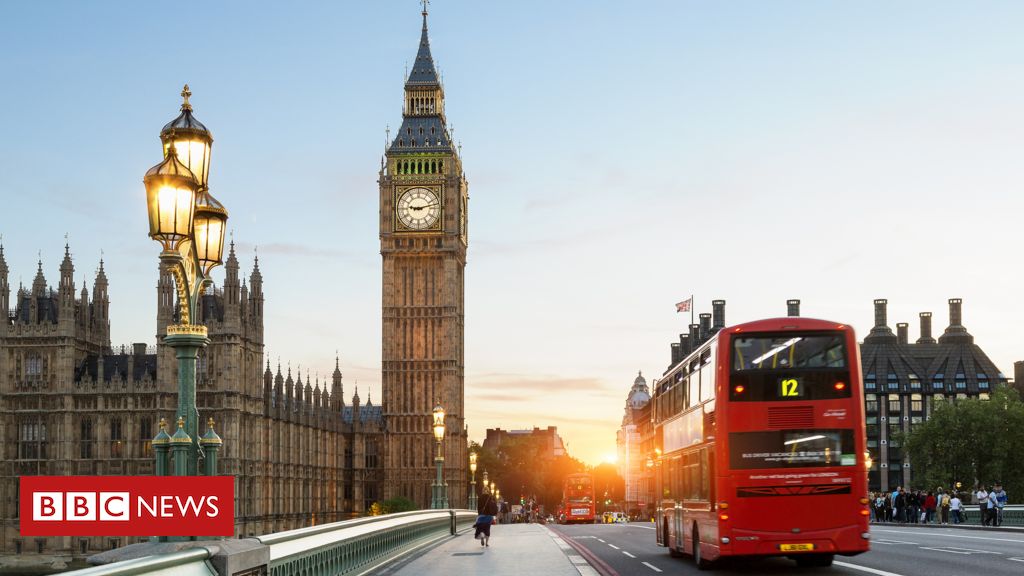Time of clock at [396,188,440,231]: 9:12
